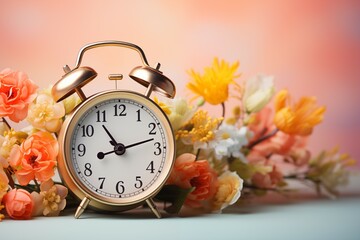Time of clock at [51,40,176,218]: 8:12
